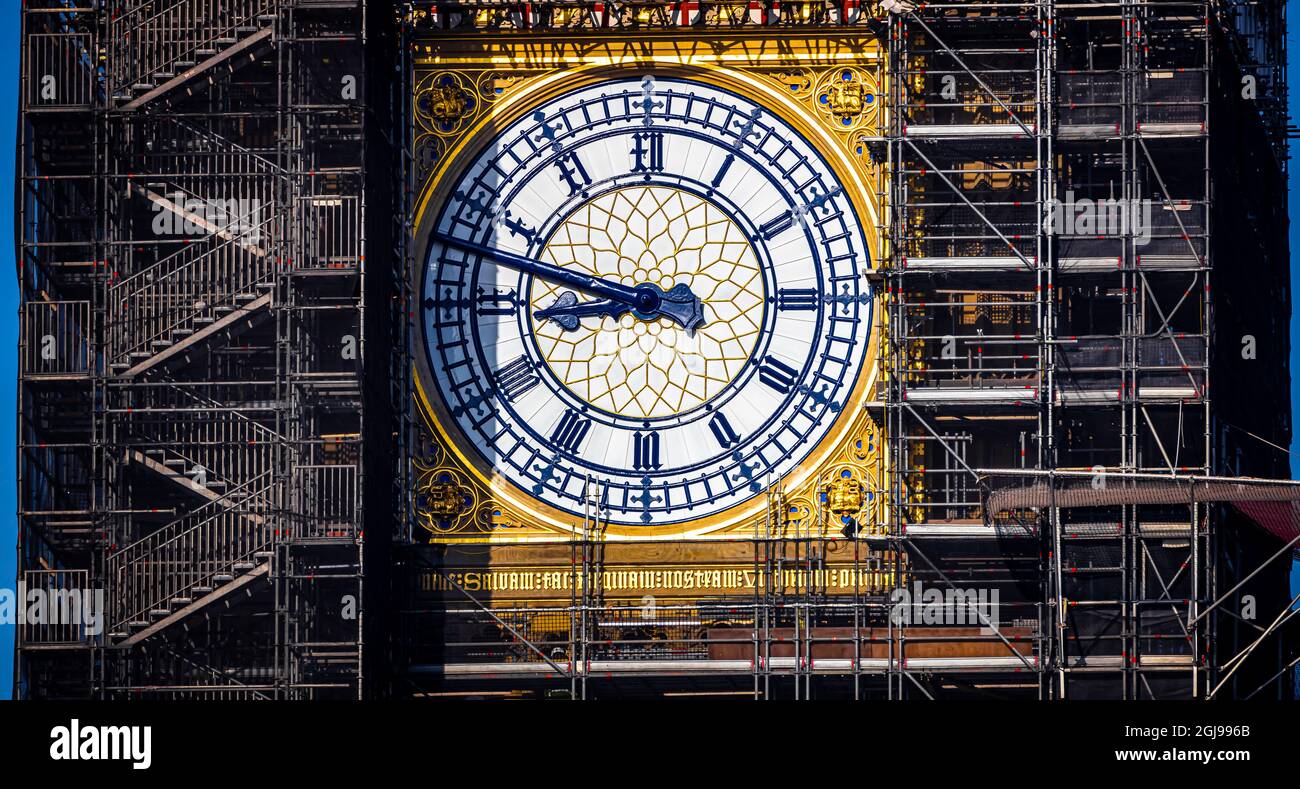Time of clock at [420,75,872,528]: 8:47
